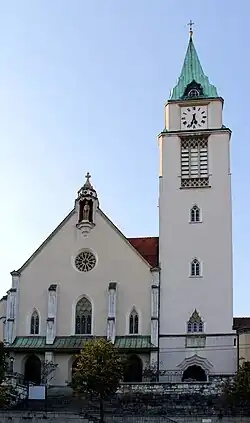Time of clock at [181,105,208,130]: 5:33
